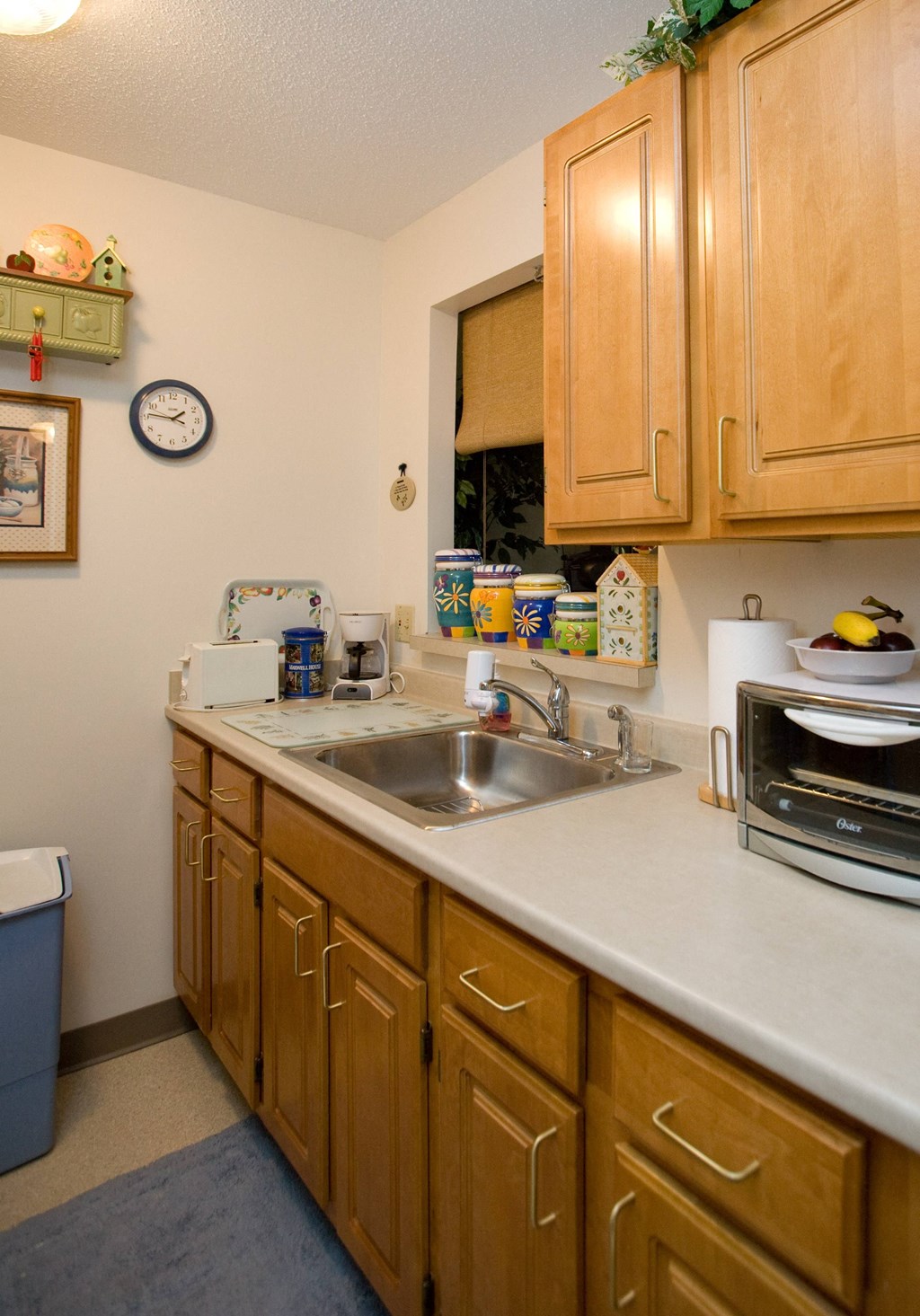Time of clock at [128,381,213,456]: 1:46
